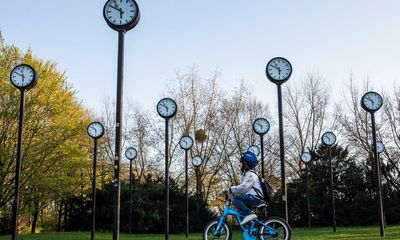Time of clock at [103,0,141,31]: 5:49
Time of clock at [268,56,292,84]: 5:49
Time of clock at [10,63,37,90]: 5:49
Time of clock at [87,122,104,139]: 5:51
